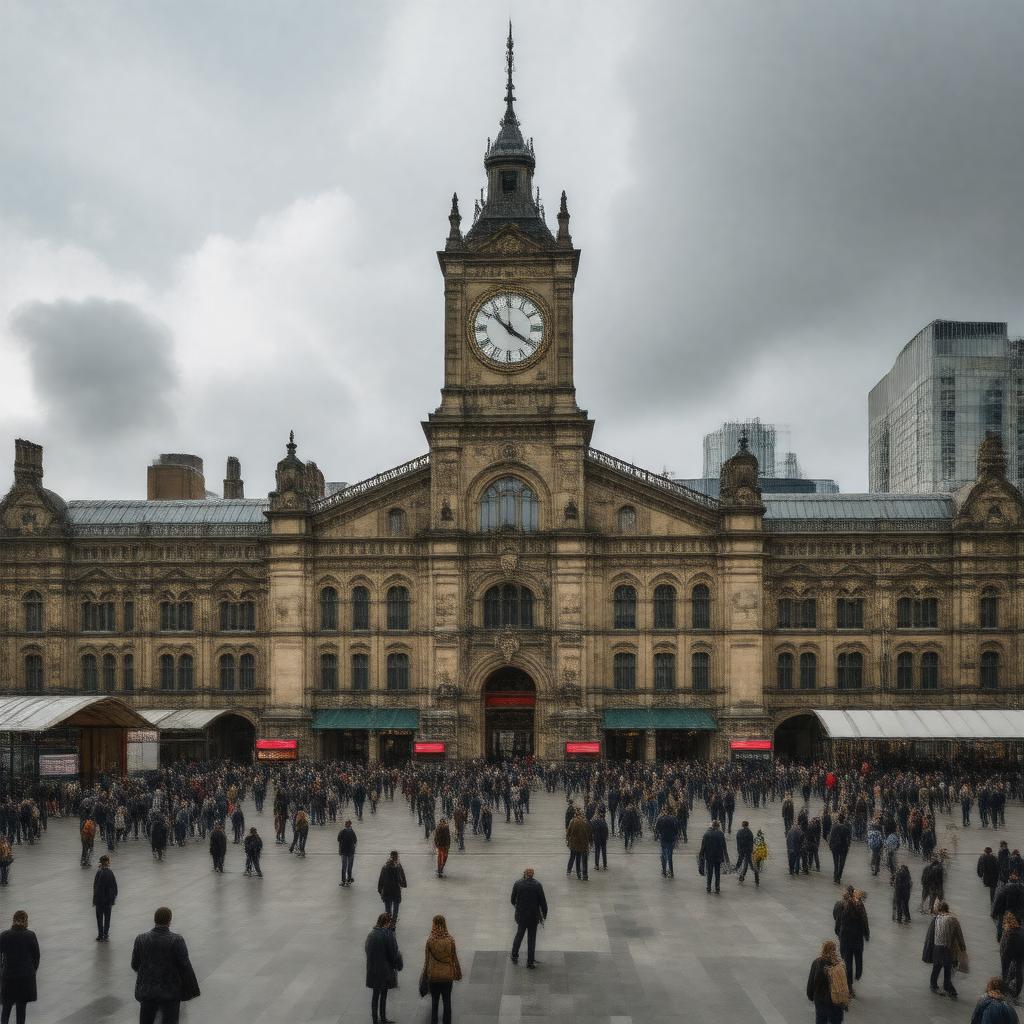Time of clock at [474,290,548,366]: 10:20
